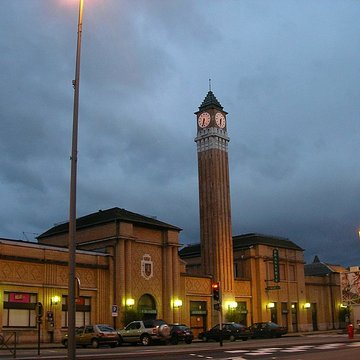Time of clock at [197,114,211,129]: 6:32
